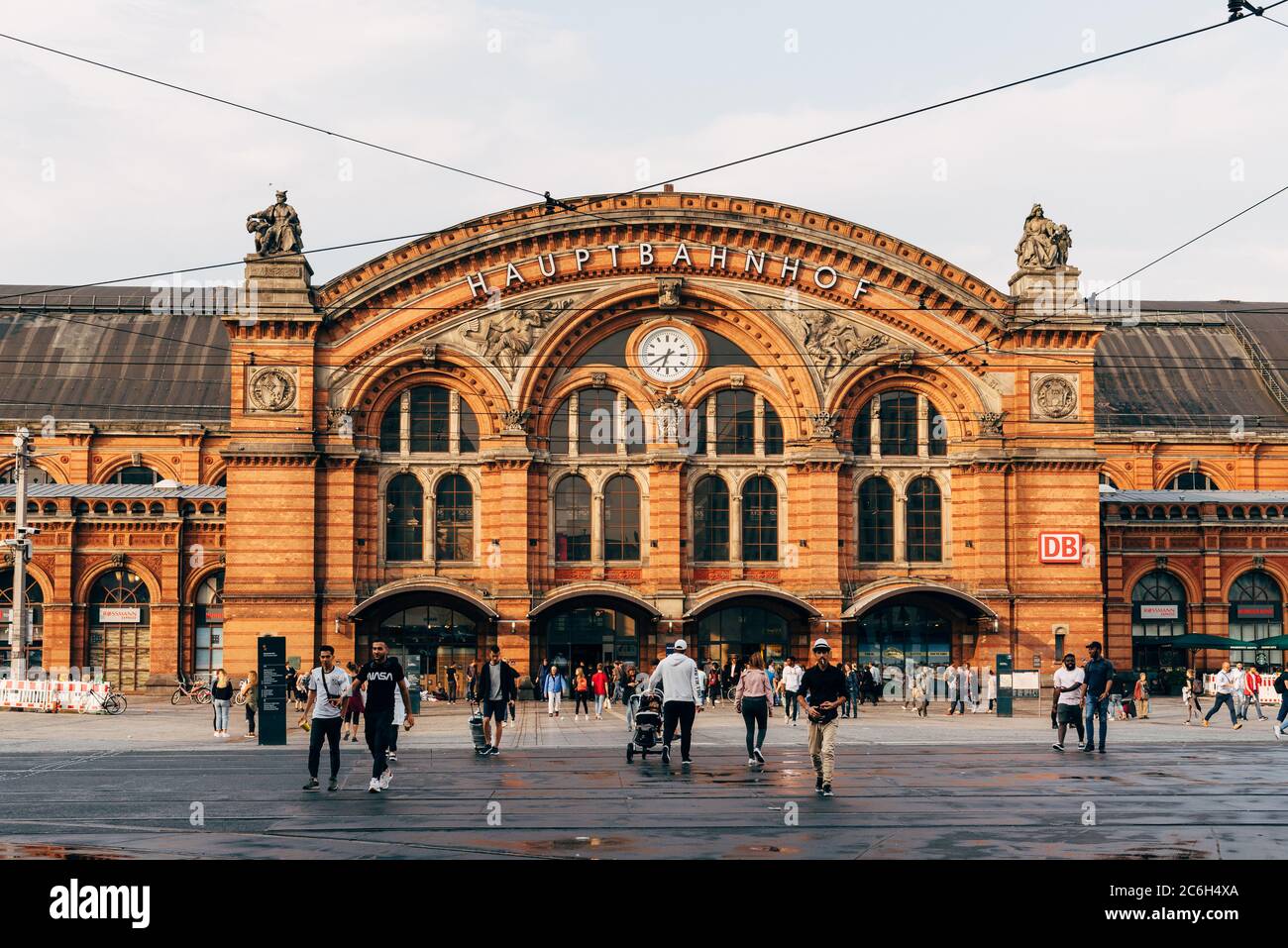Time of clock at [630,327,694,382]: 6:39
